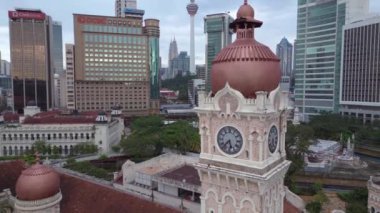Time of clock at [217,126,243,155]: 5:36
